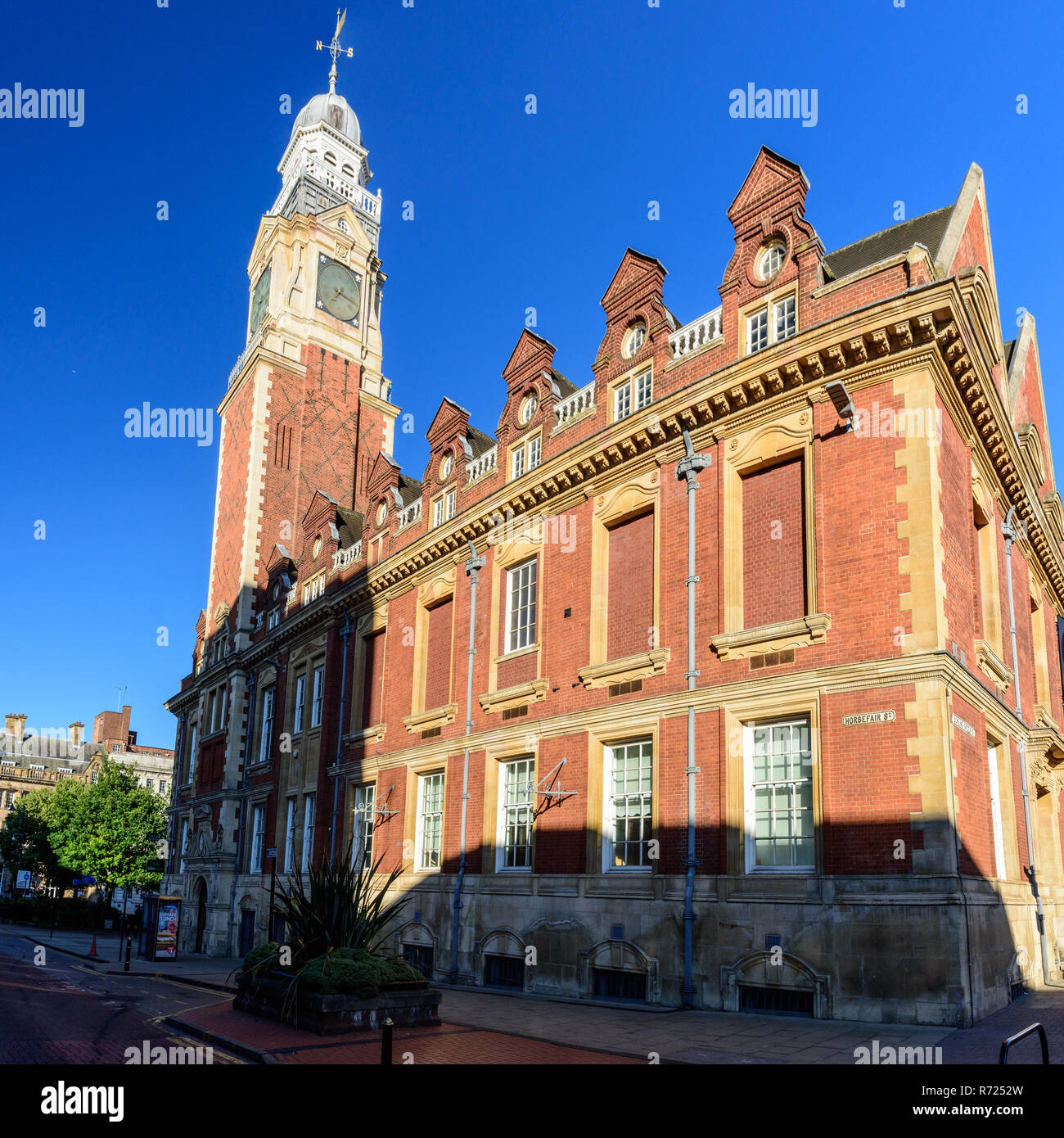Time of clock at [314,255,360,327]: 7:17
